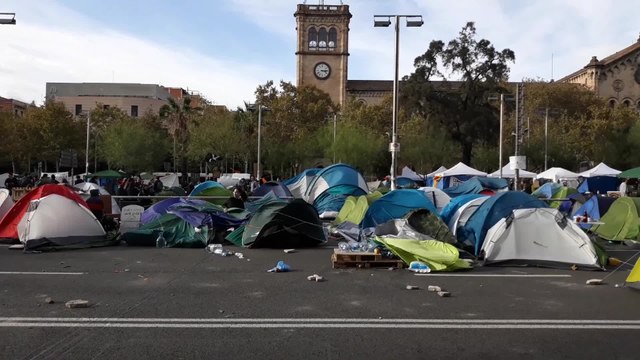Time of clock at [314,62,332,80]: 3:14
